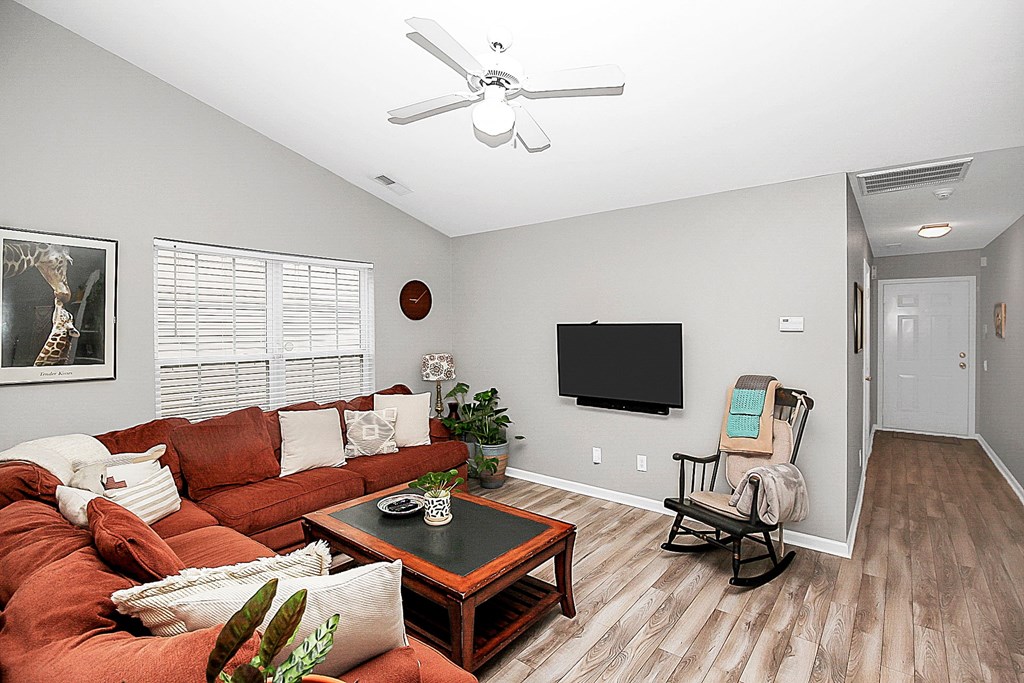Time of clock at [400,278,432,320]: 9:08
